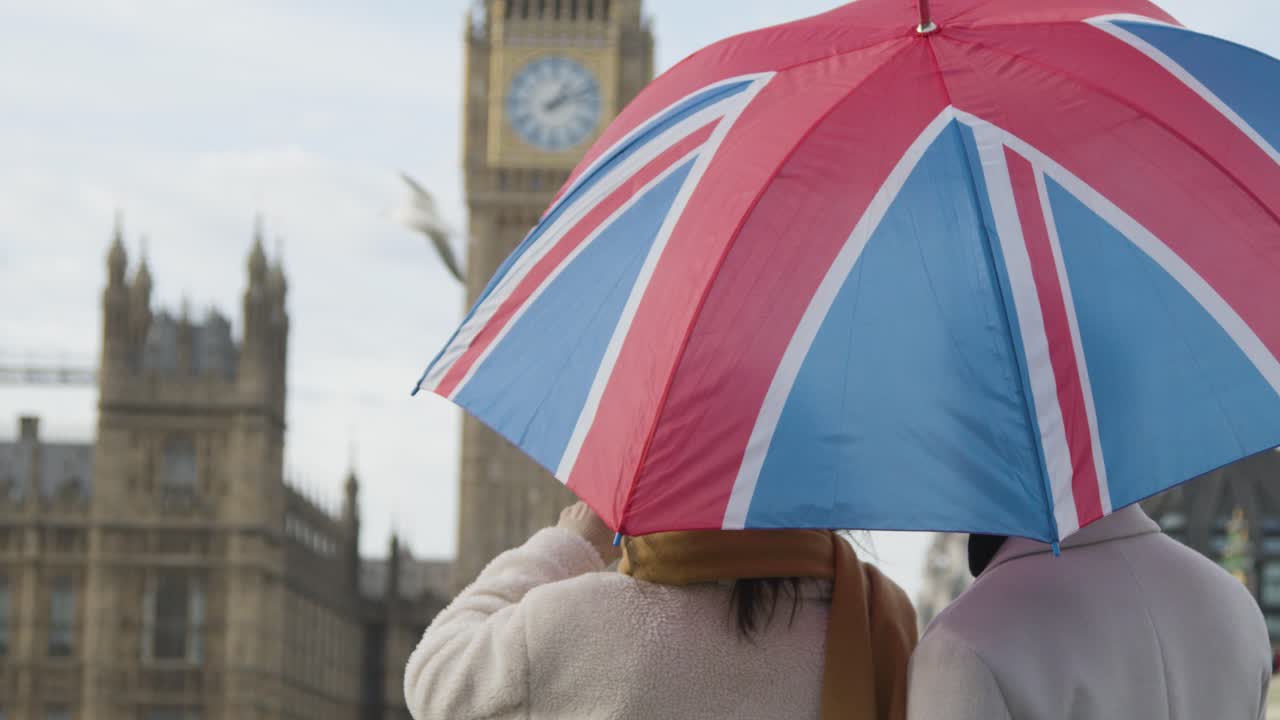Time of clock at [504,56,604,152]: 1:11
